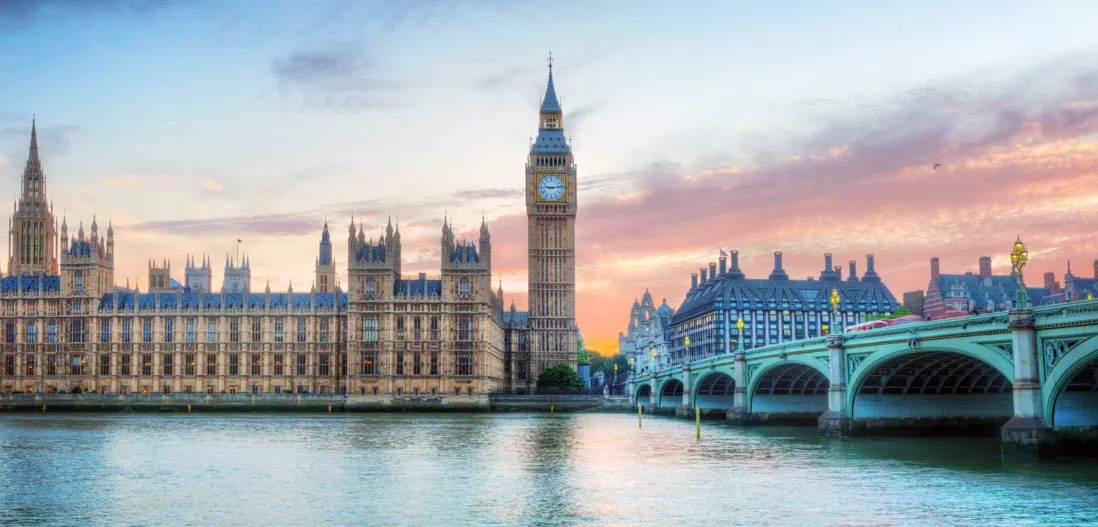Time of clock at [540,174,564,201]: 9:13
